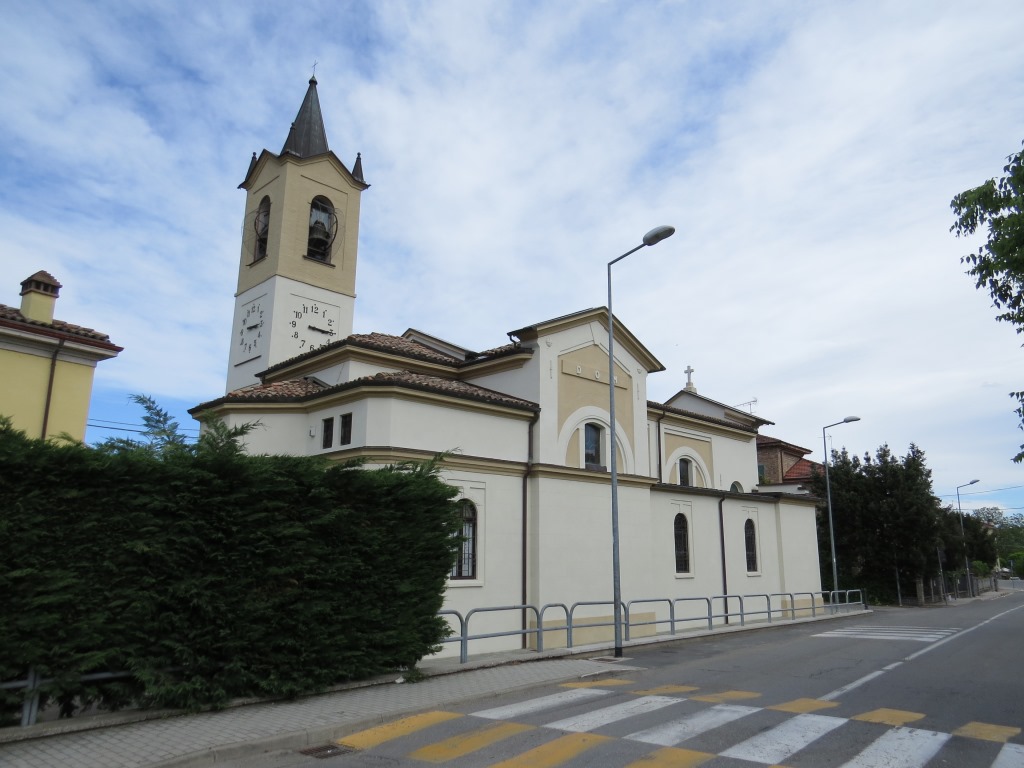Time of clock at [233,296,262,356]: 9:15
